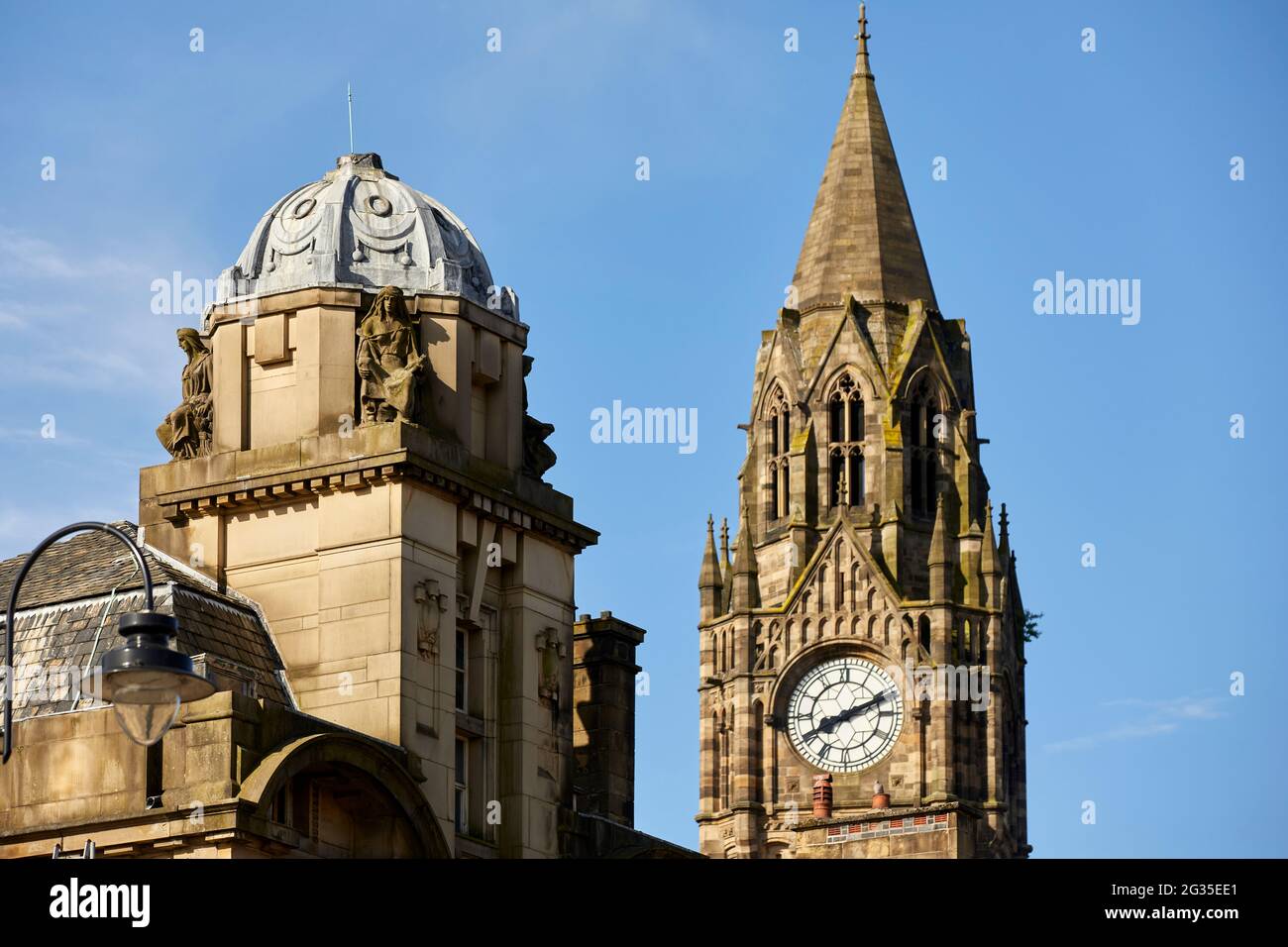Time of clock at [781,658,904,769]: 8:11
